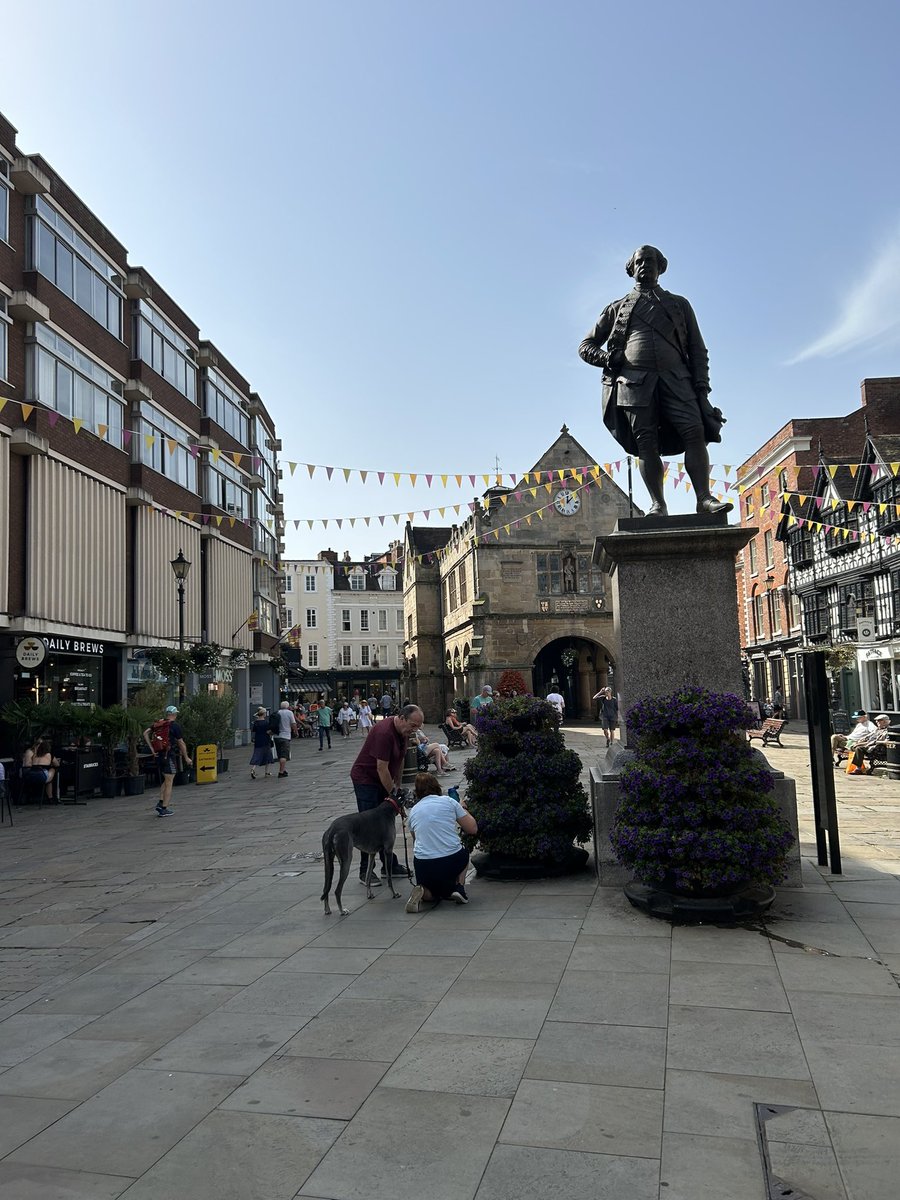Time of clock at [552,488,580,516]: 12:07
